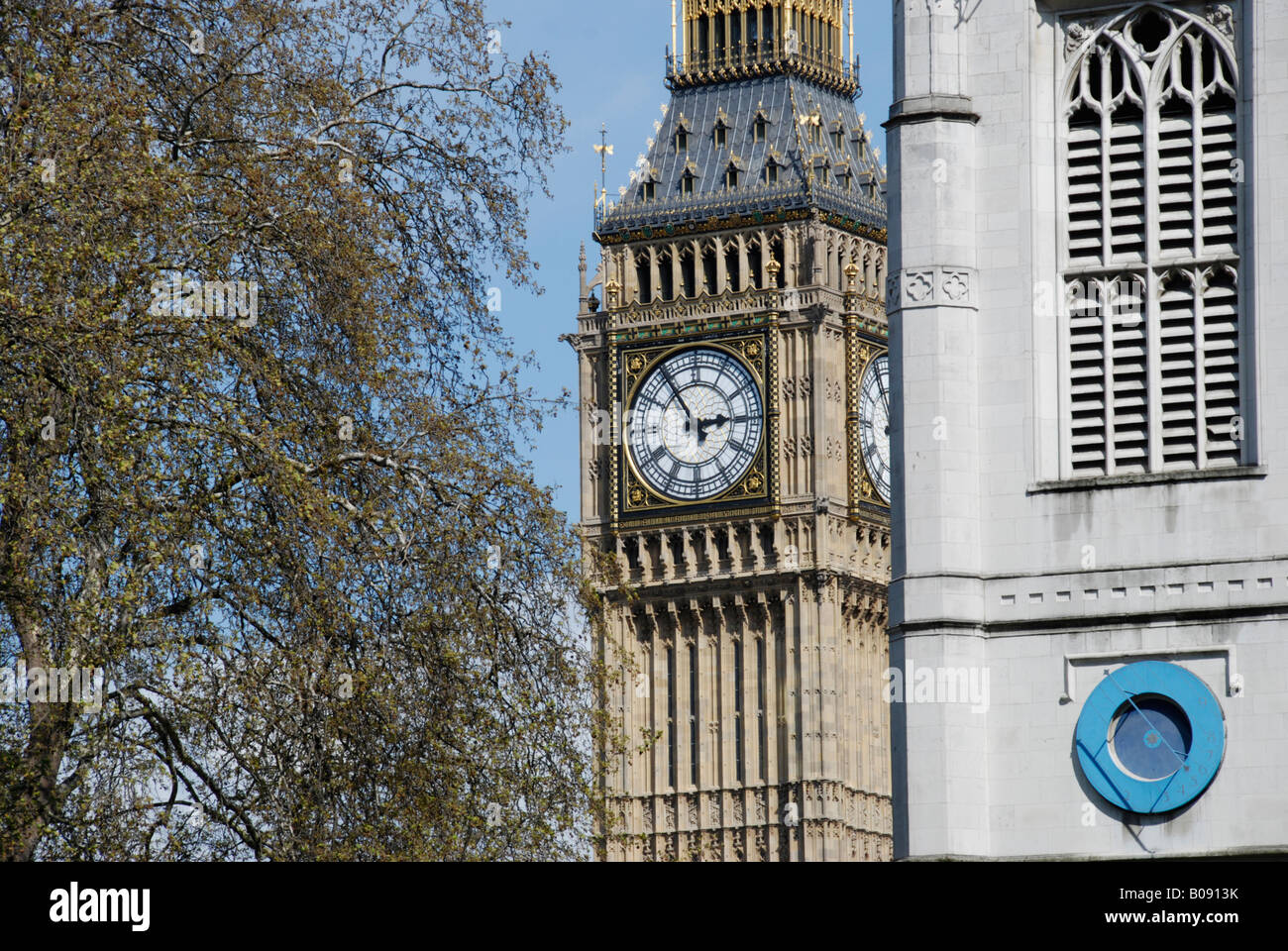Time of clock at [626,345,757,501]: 2:54
